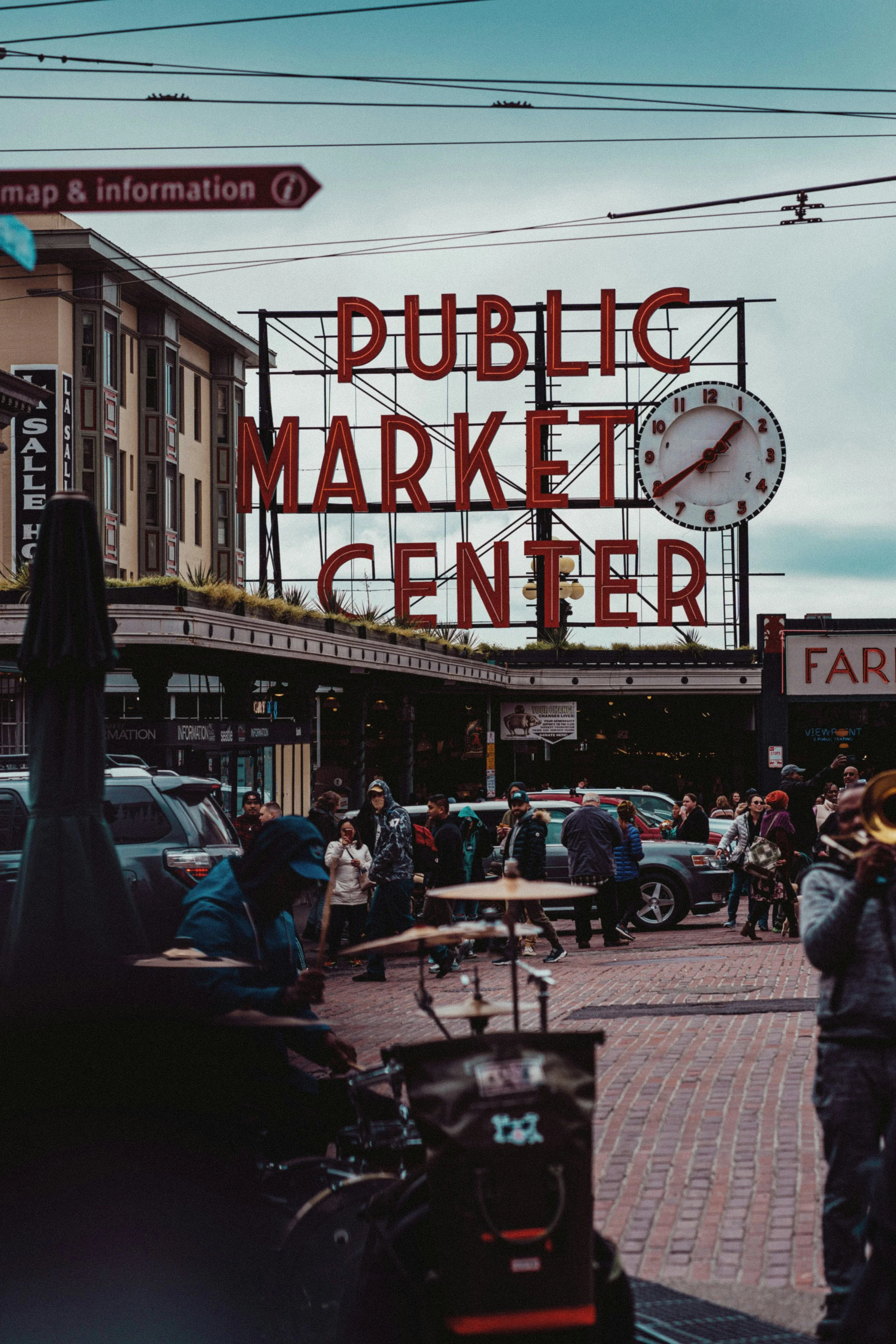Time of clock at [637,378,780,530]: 1:39
